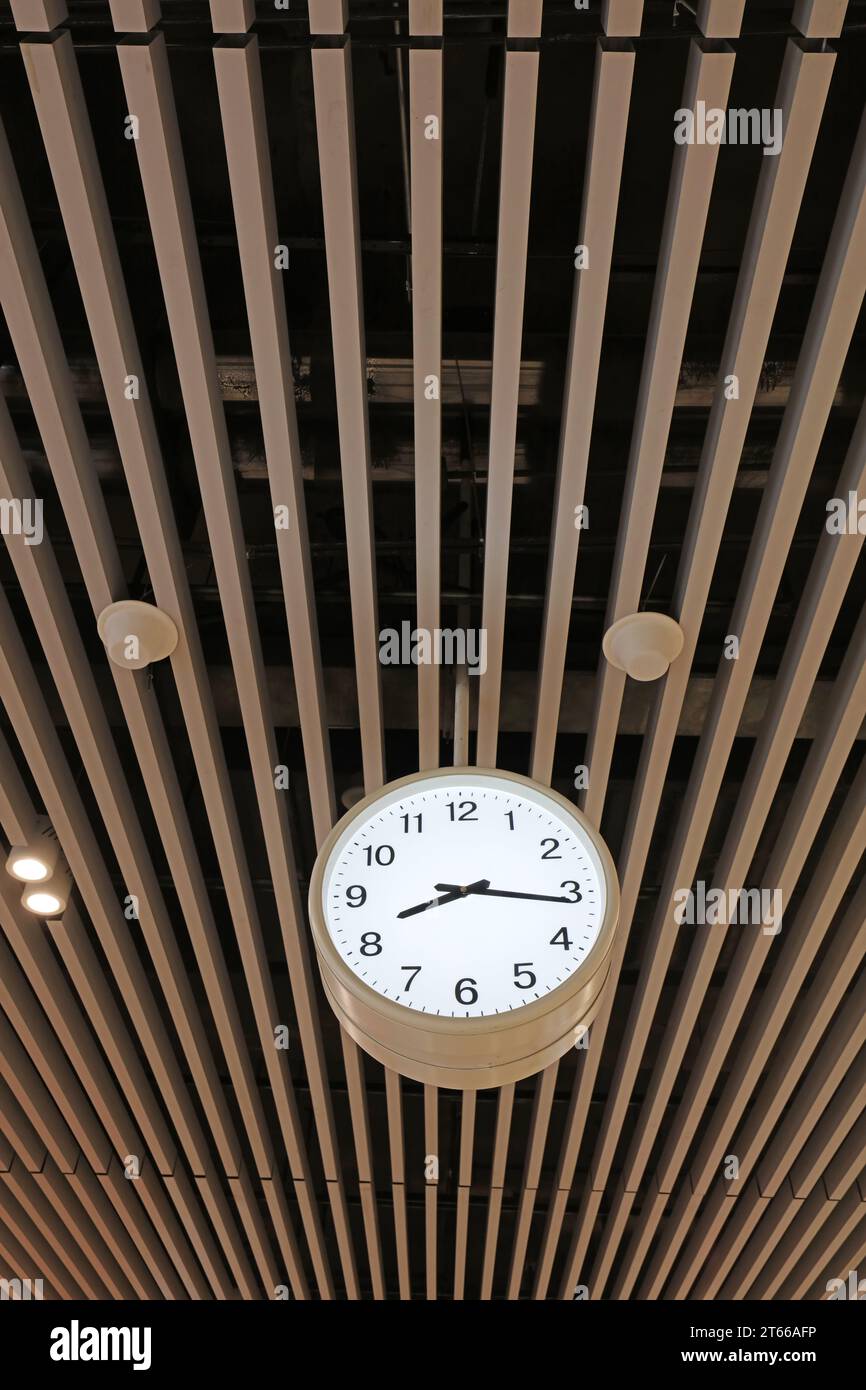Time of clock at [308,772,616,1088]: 8:16
